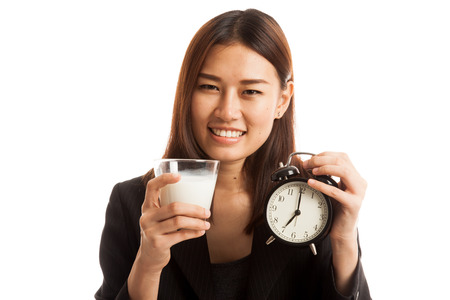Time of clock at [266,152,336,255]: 7:00
